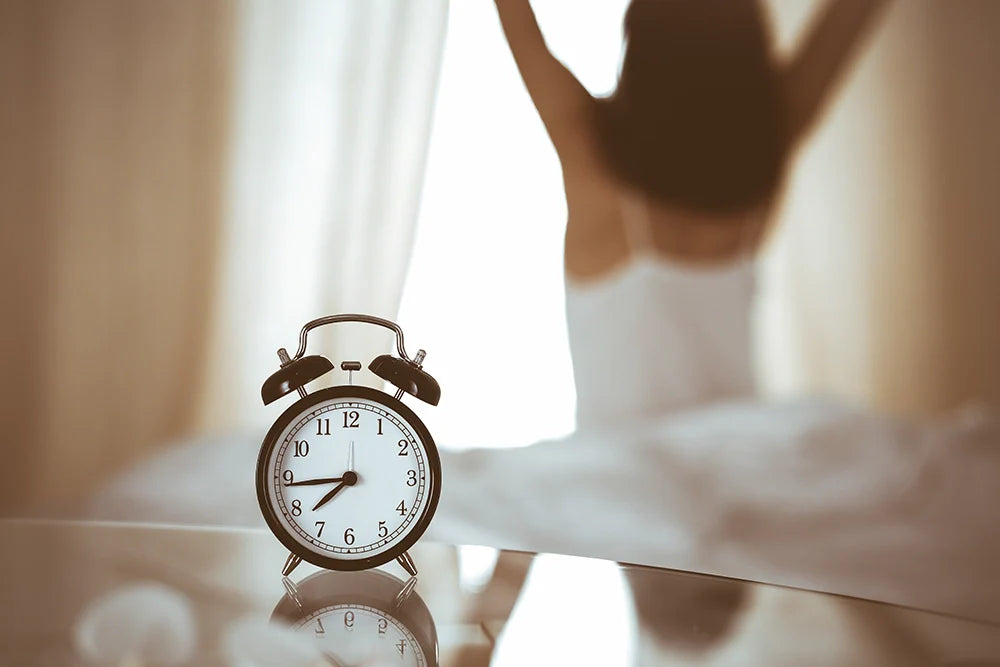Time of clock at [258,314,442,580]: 7:43
